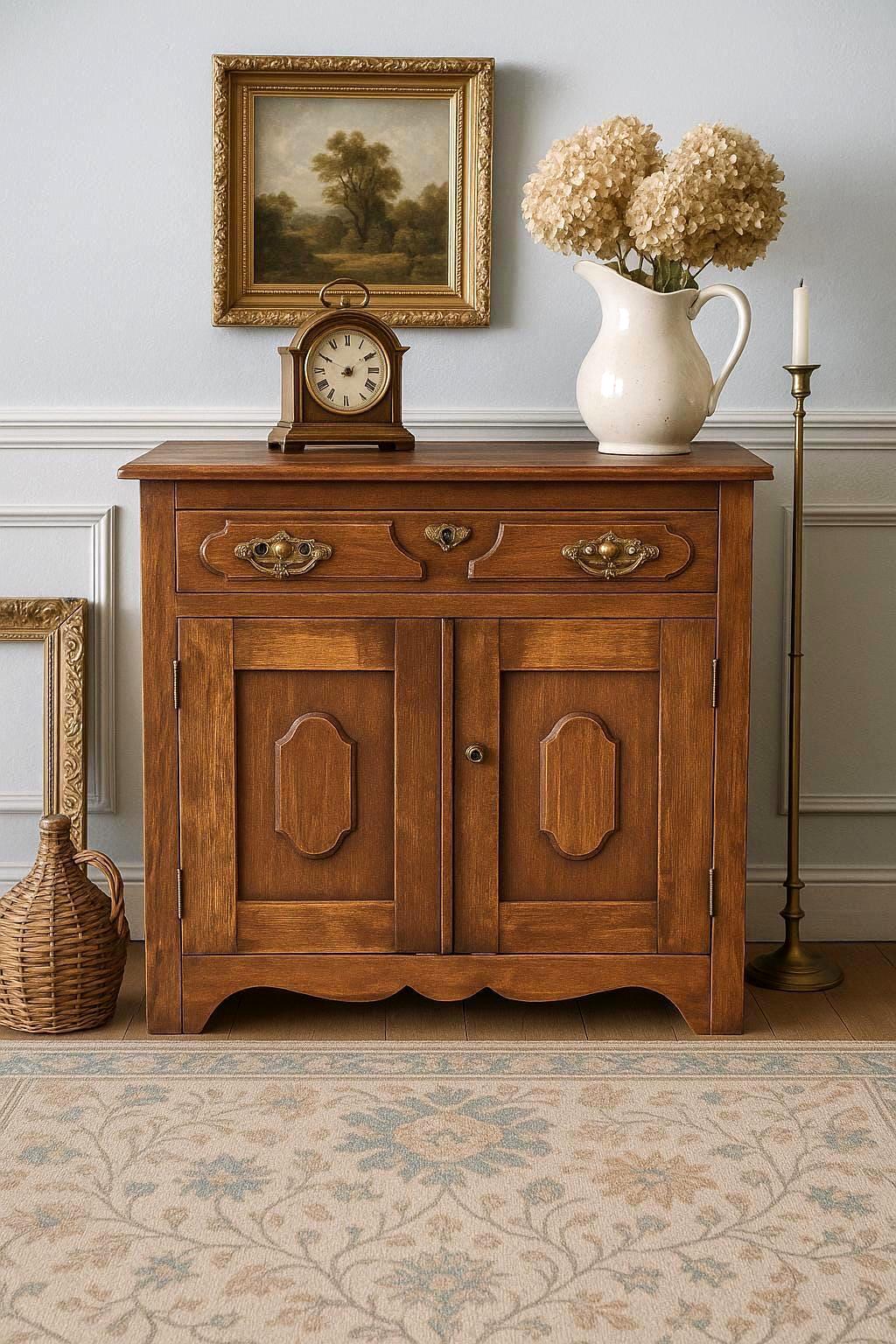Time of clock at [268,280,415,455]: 1:50
